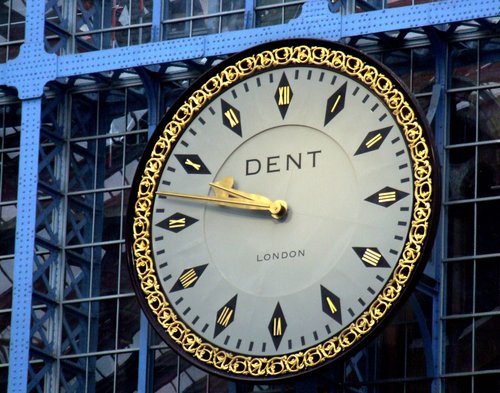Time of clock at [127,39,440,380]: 9:47
